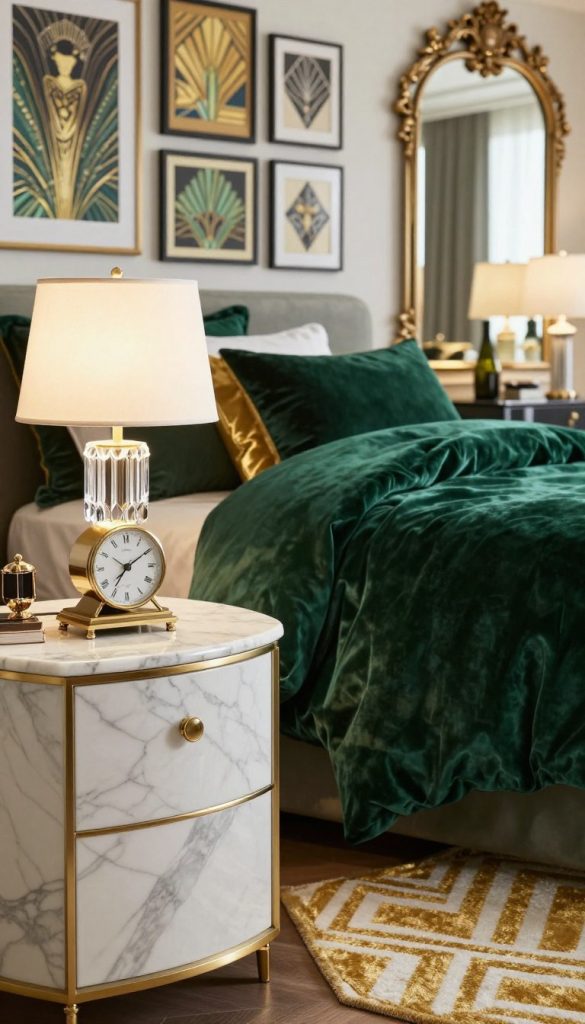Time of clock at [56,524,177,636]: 7:09
